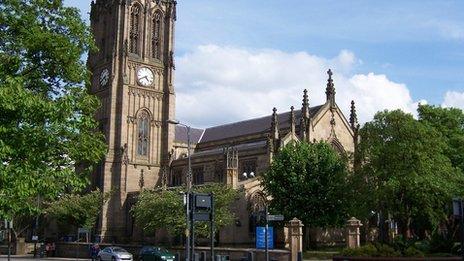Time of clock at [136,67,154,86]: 4:40
